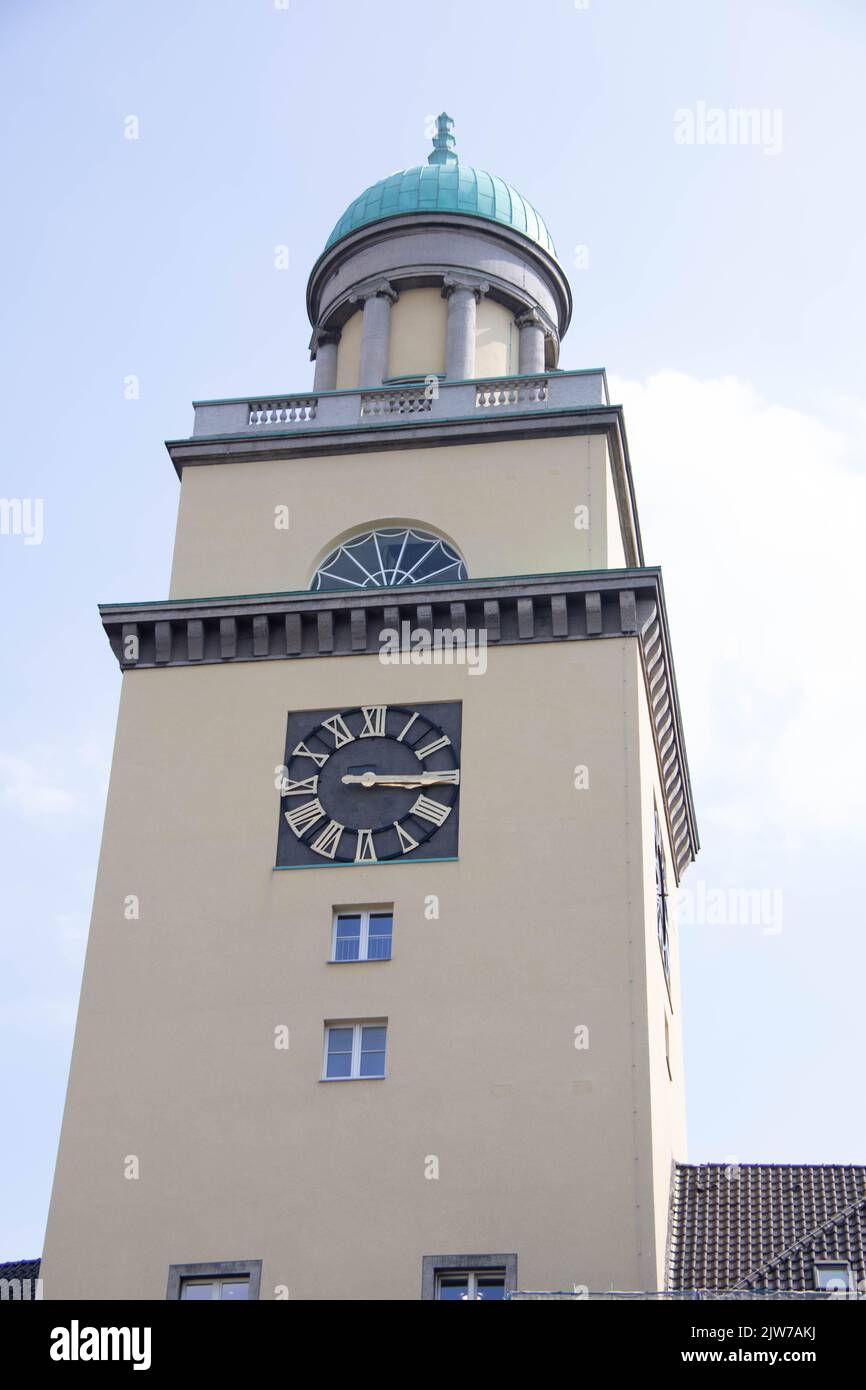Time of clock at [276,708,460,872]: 3:15
